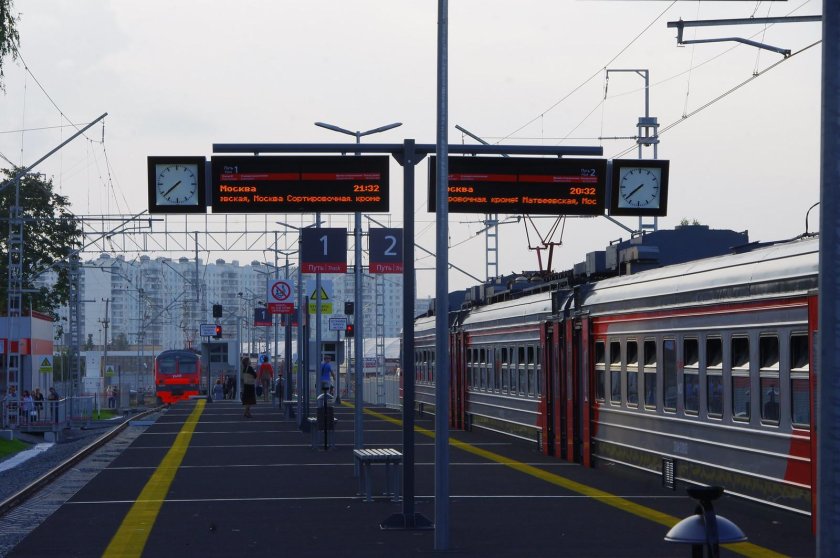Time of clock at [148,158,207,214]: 7:37
